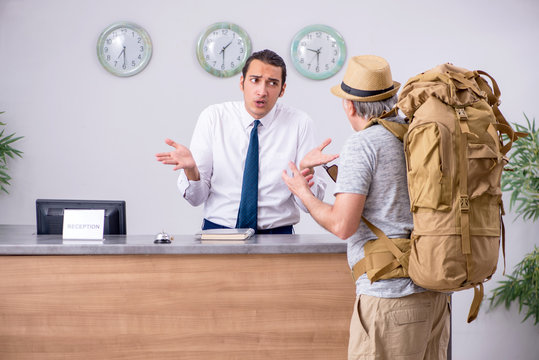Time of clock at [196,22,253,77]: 1:29
